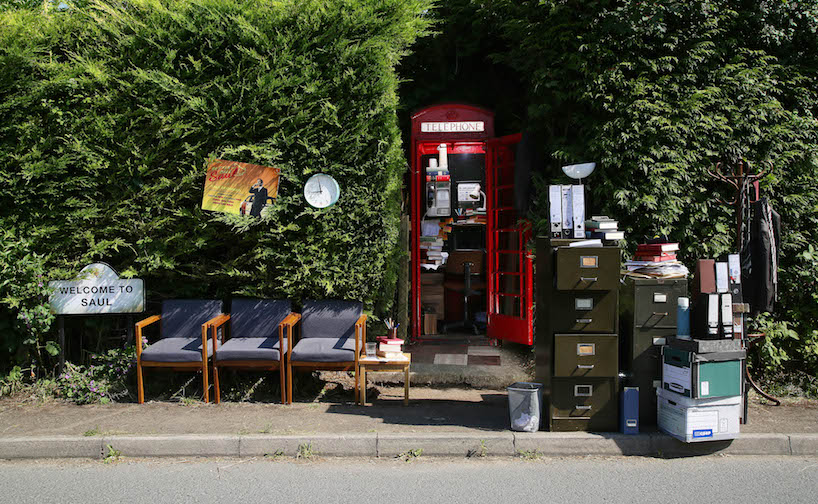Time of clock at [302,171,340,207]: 8:58
